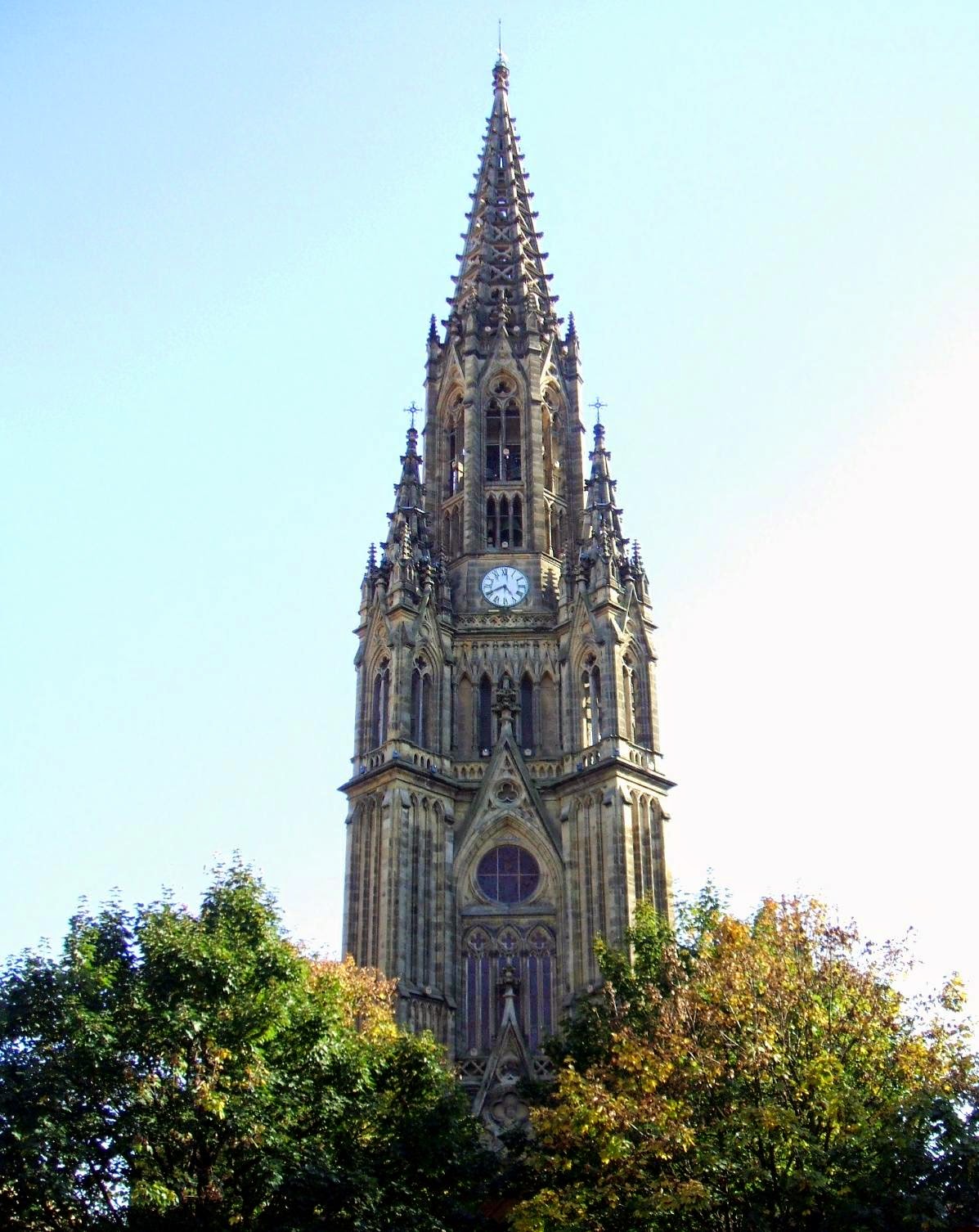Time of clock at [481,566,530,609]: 4:40
